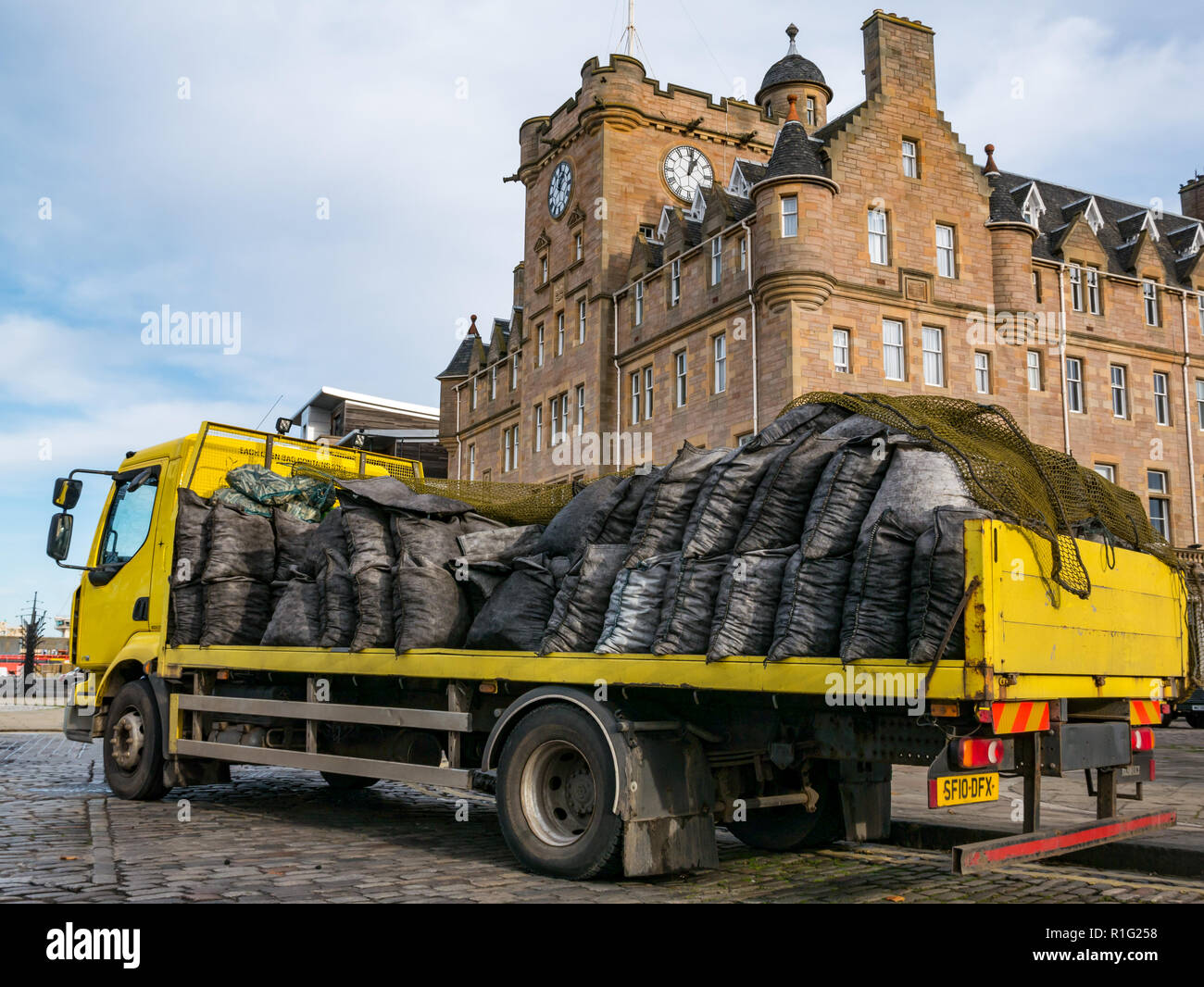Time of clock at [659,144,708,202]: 1:01
